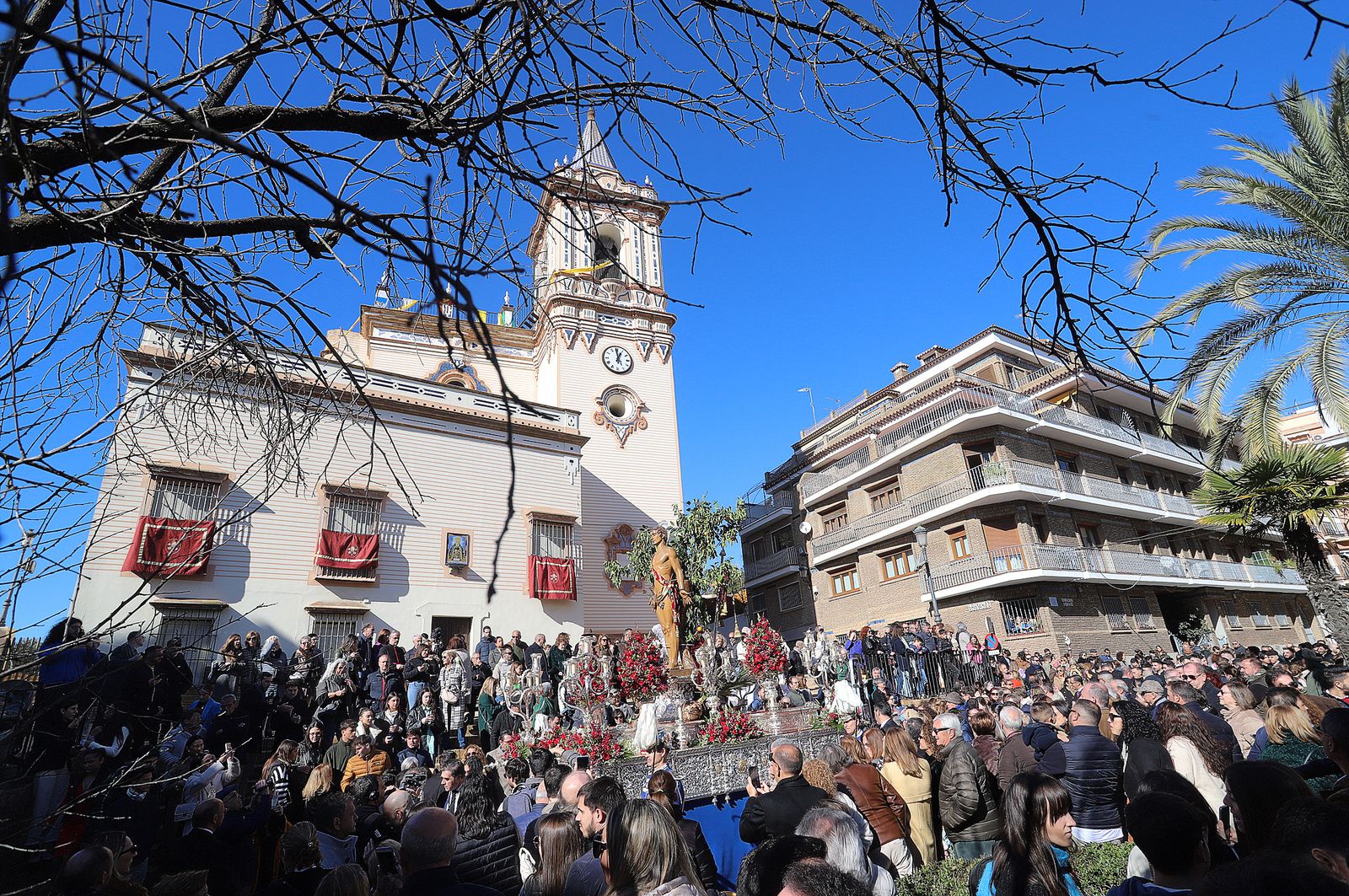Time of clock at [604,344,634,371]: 12:58
